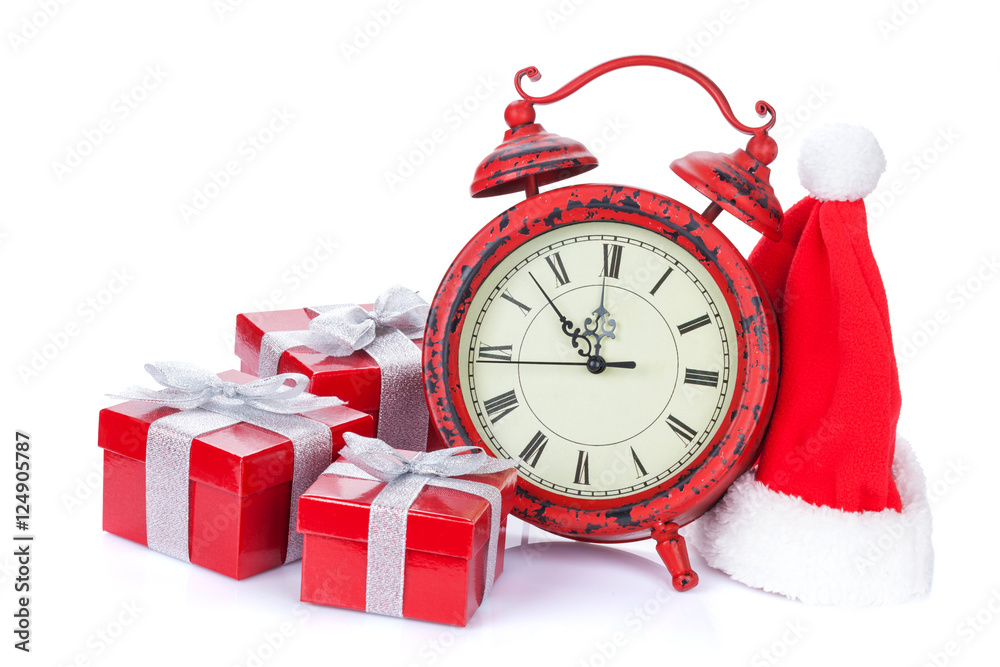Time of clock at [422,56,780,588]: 11:52
